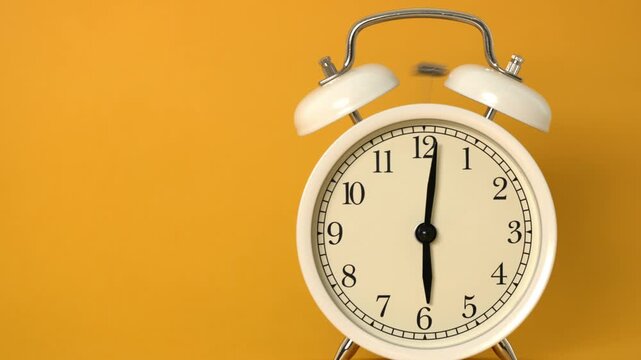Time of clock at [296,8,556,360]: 6:01
